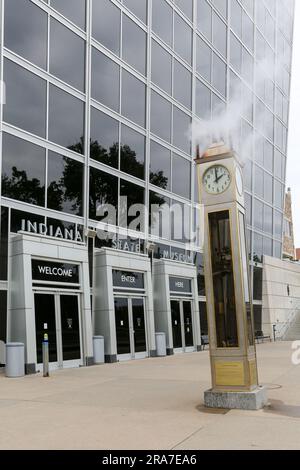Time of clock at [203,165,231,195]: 1:59
